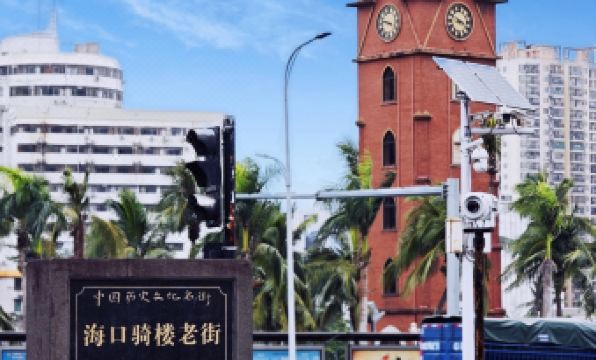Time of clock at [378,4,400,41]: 3:47
